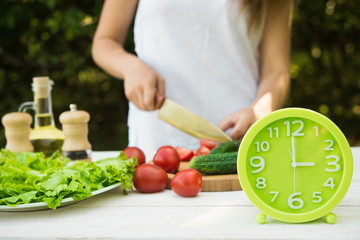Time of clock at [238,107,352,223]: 2:59
